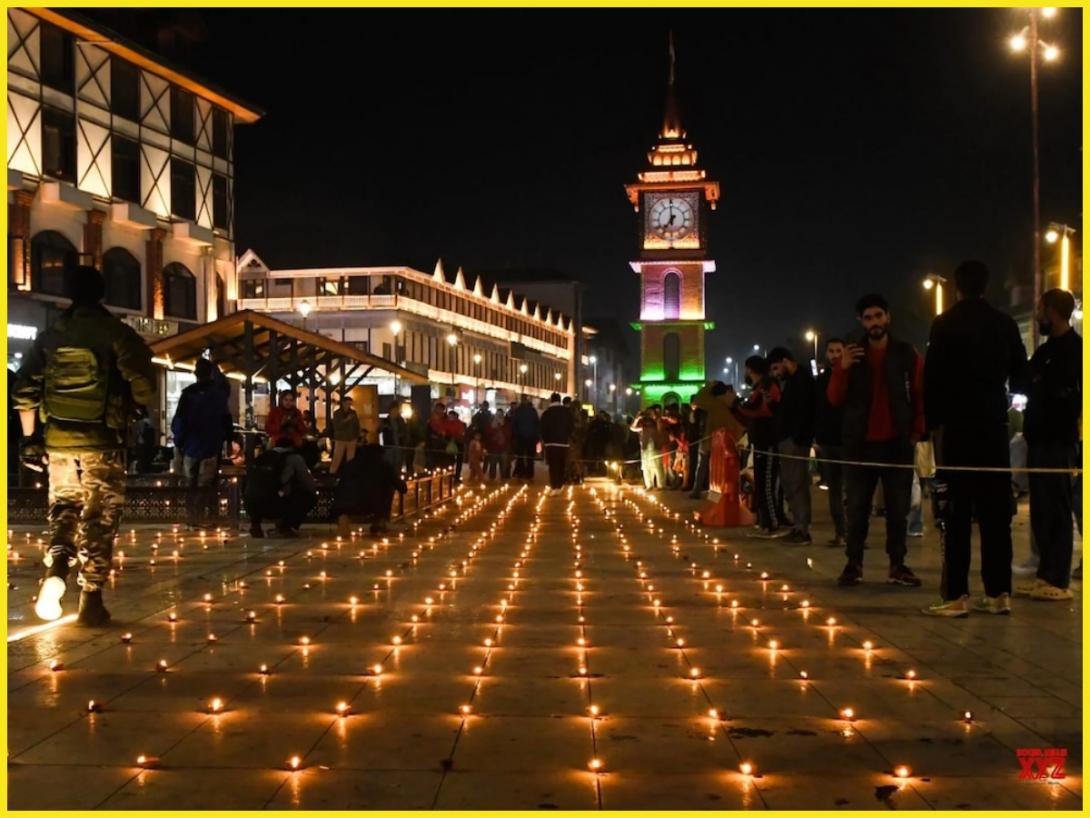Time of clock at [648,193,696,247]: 6:59
